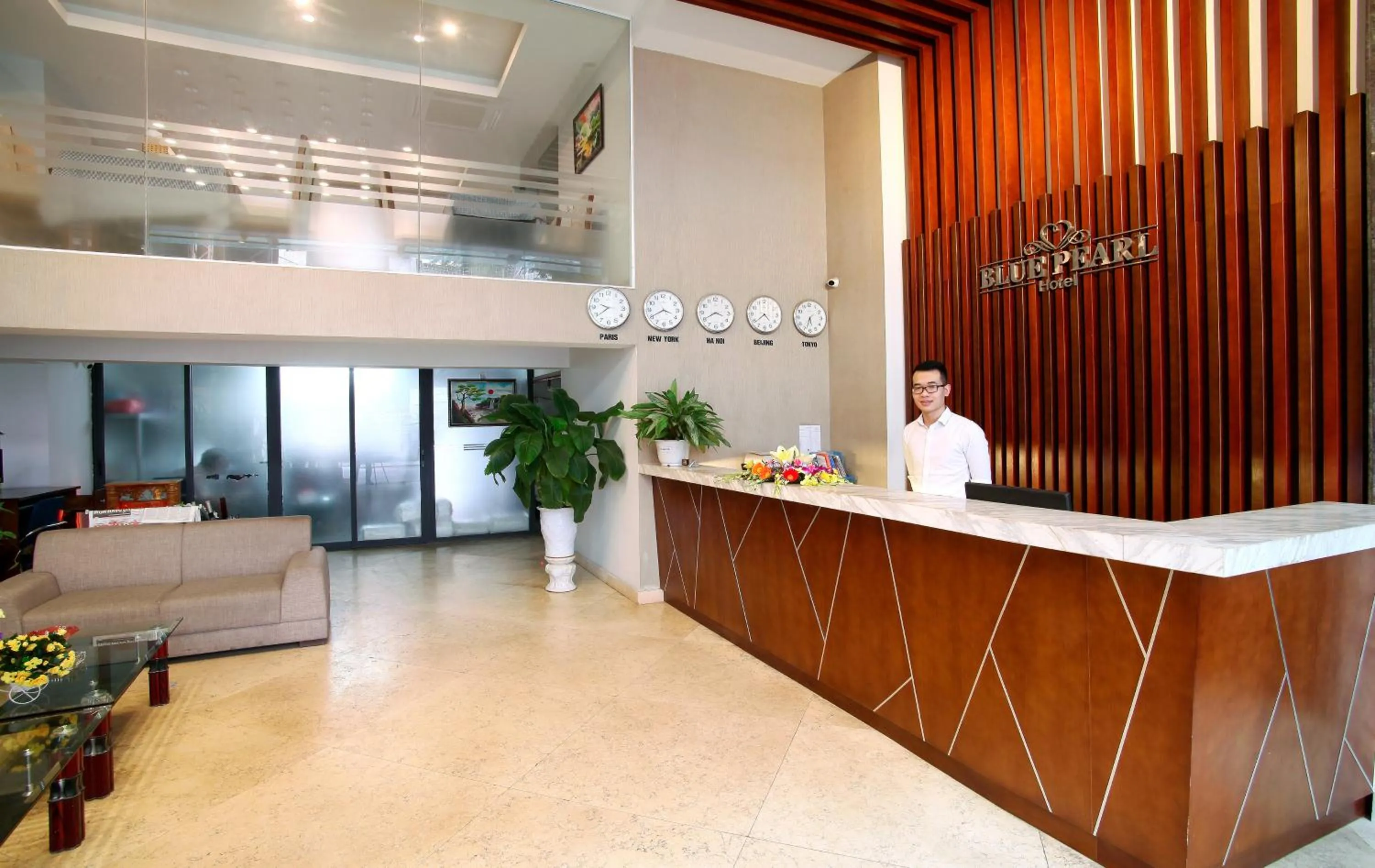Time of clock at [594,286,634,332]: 9:39
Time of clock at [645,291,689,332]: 3:40
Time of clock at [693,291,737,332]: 3:40
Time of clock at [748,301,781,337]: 4:38
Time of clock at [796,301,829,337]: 5:33
